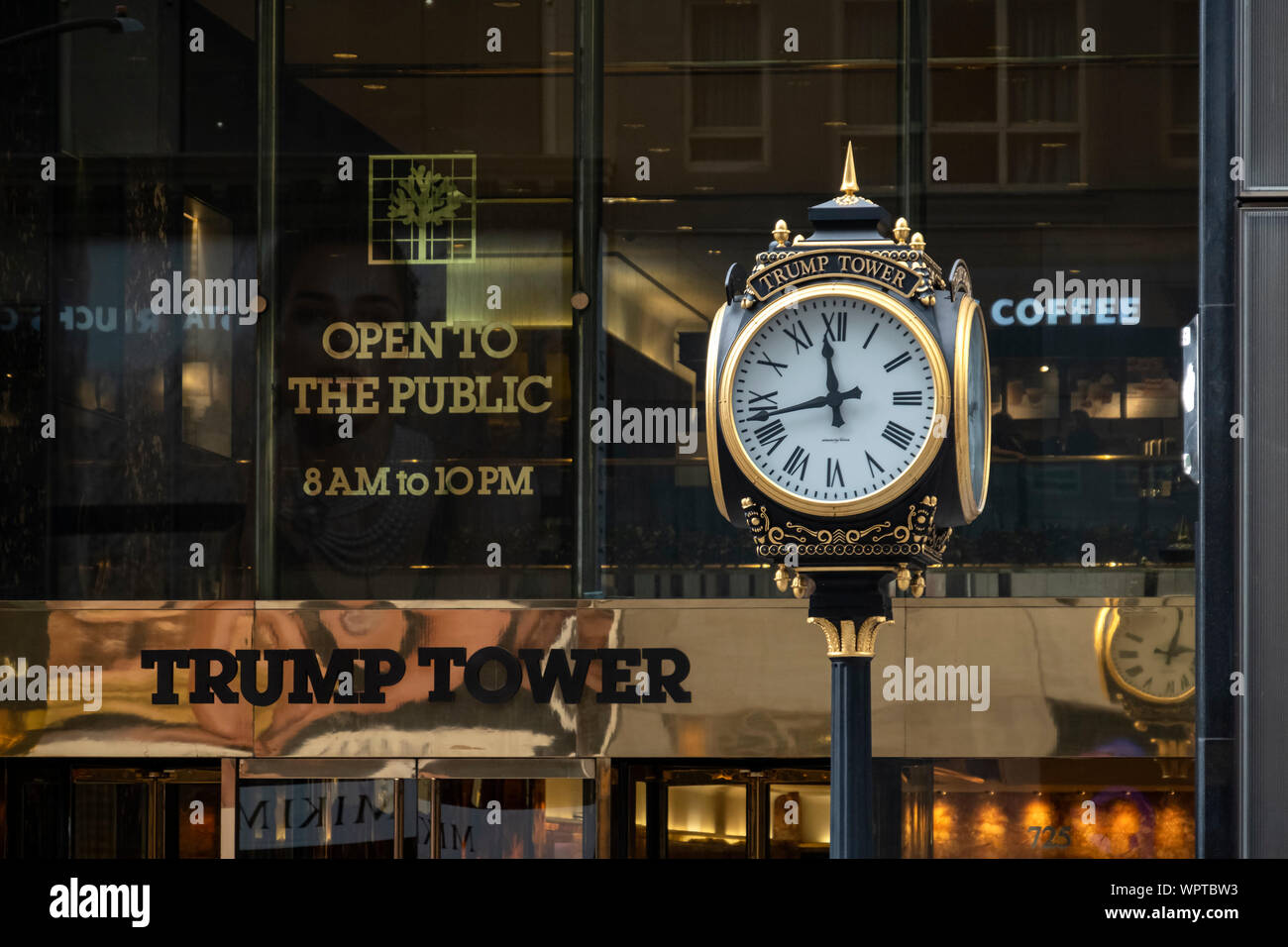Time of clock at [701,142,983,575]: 11:42
